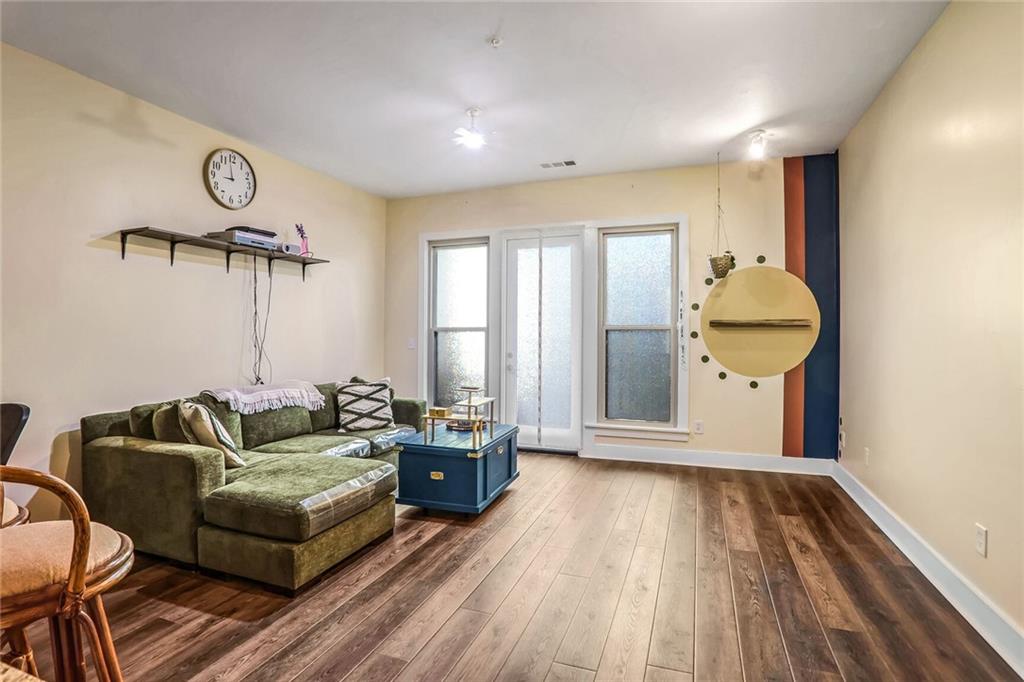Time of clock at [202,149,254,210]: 8:58
